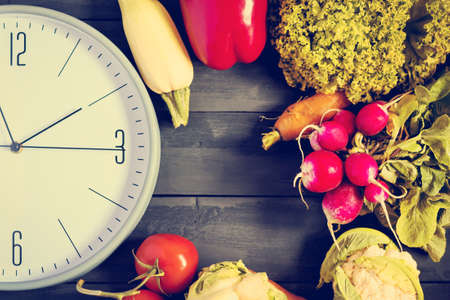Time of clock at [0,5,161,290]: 11:10
